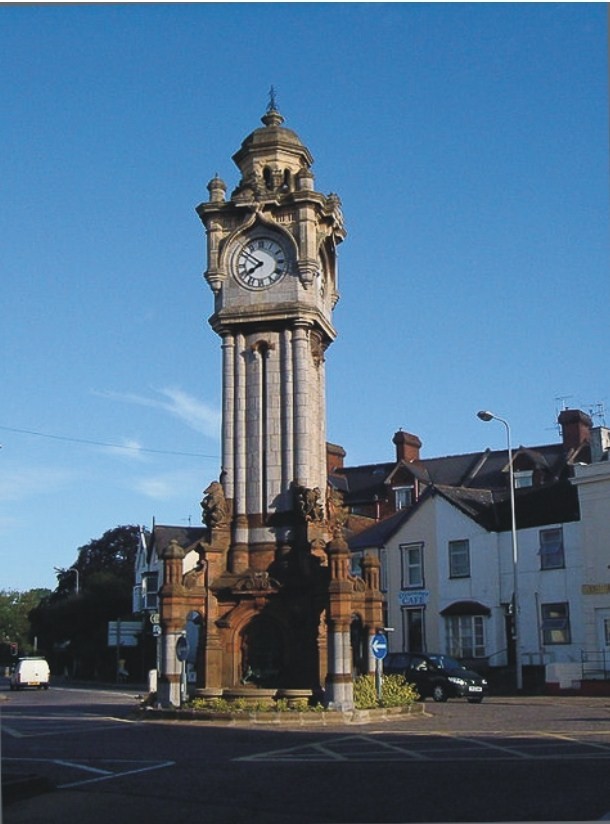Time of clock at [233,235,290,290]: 7:51
